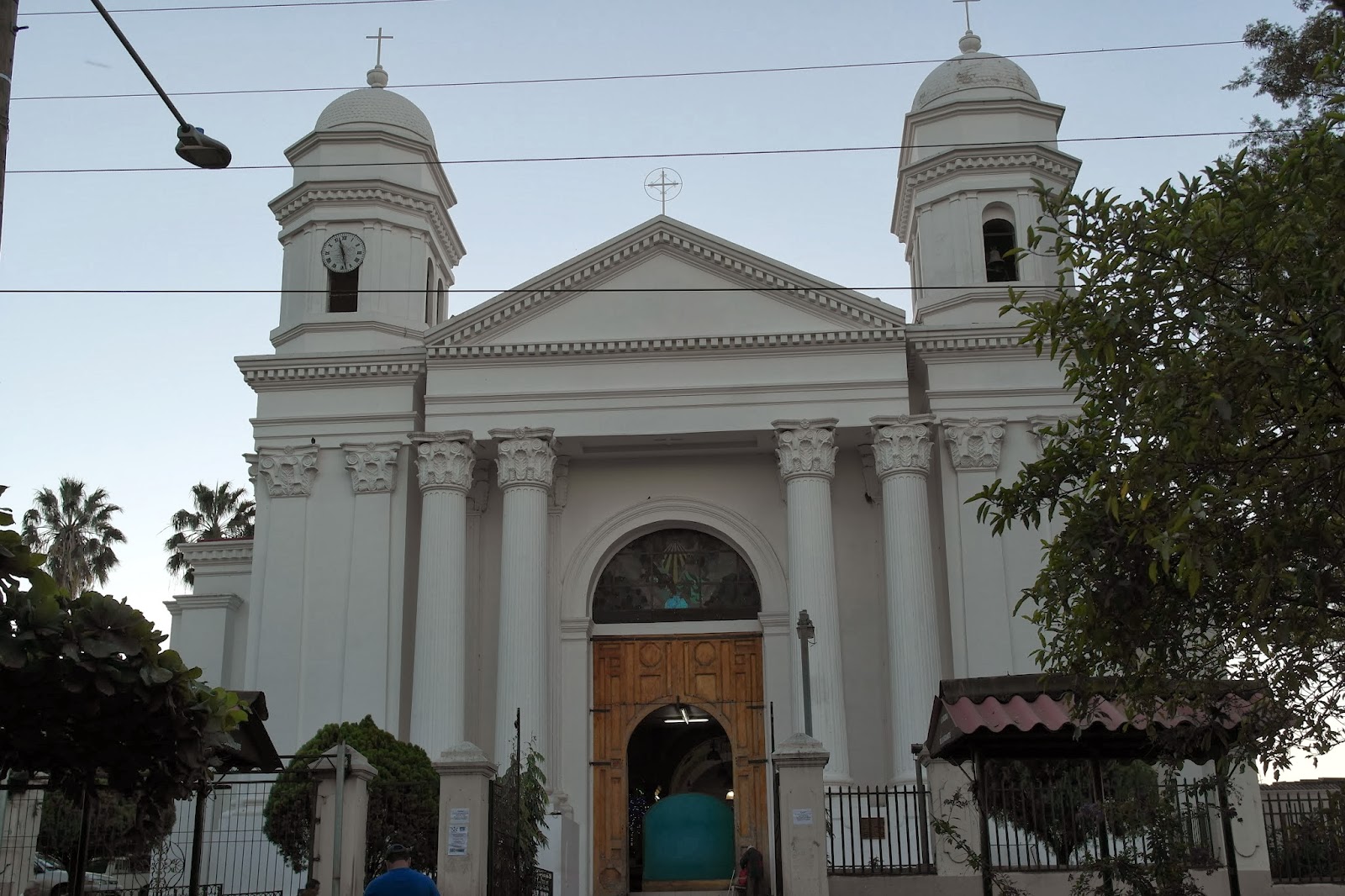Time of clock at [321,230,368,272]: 11:28
